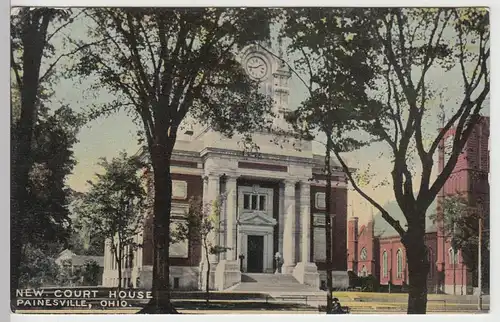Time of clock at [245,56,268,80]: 1:43
